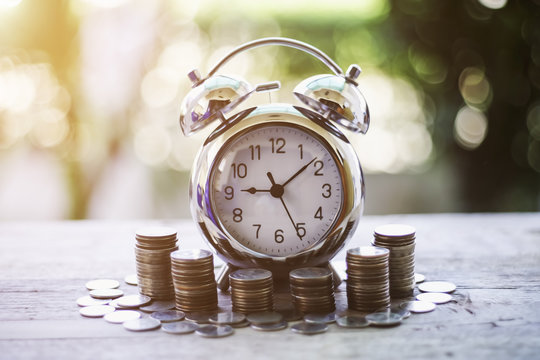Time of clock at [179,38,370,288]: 9:08
